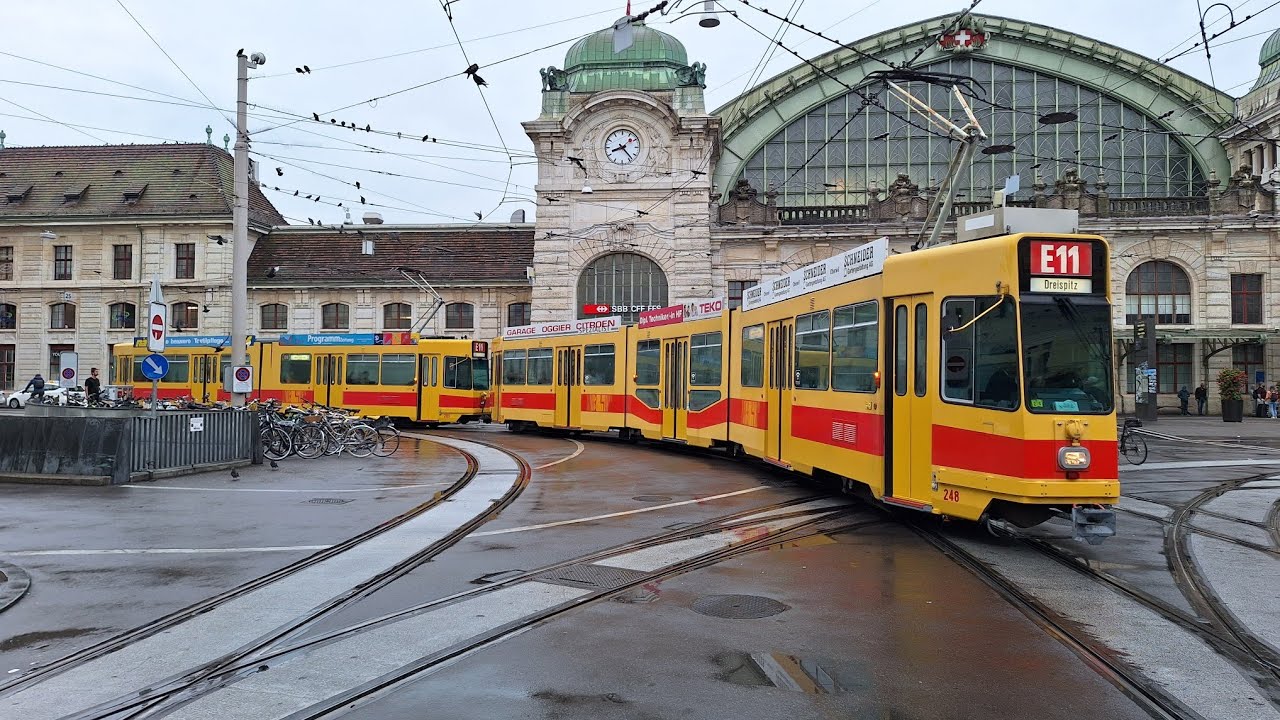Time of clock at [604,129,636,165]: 8:23
